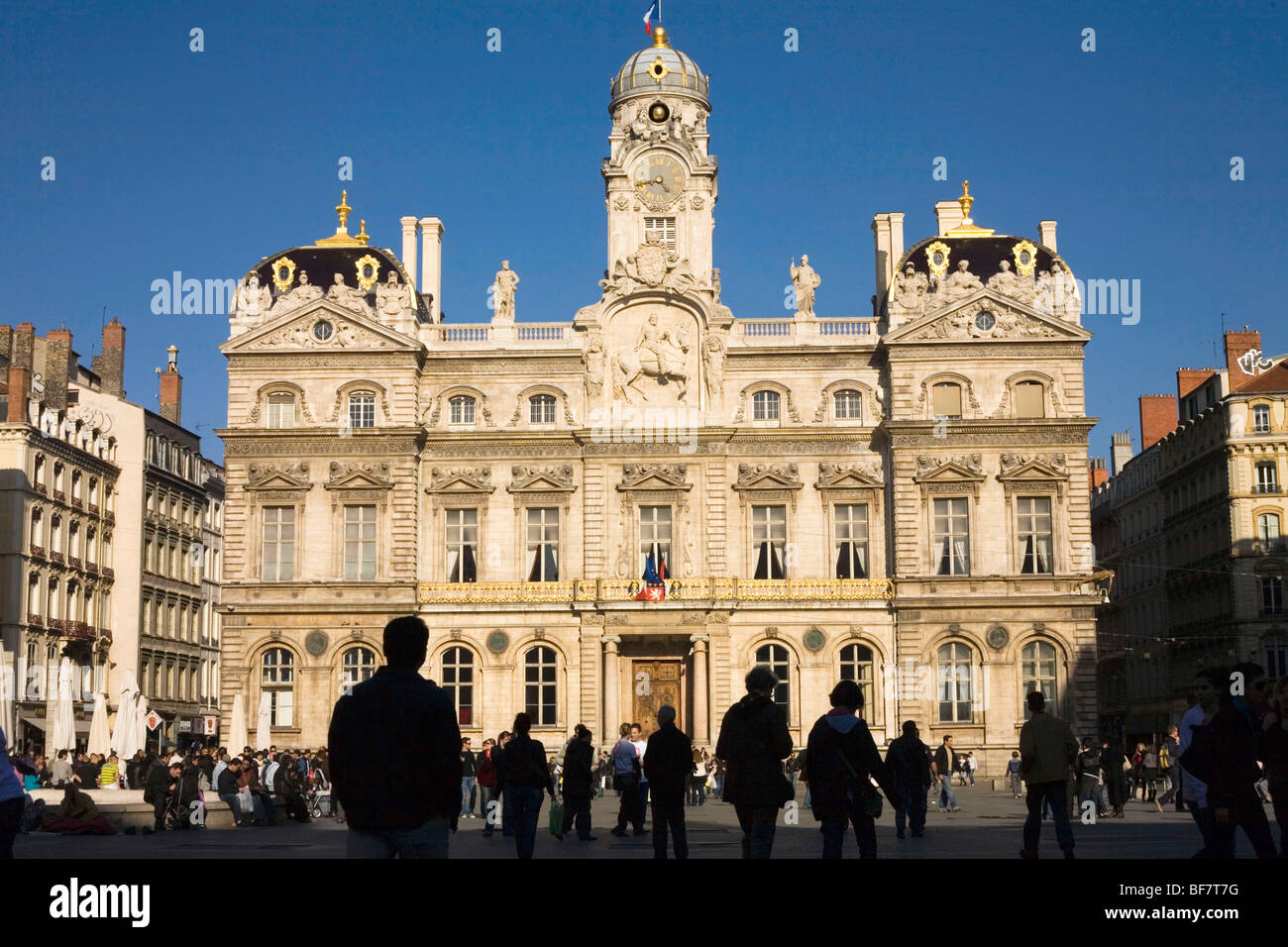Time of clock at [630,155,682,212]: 4:42
